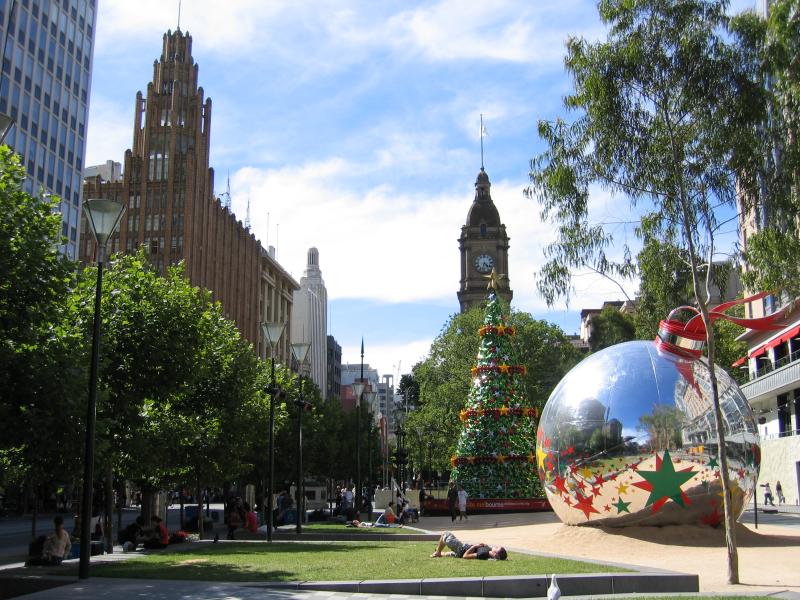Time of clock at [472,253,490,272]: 4:32
